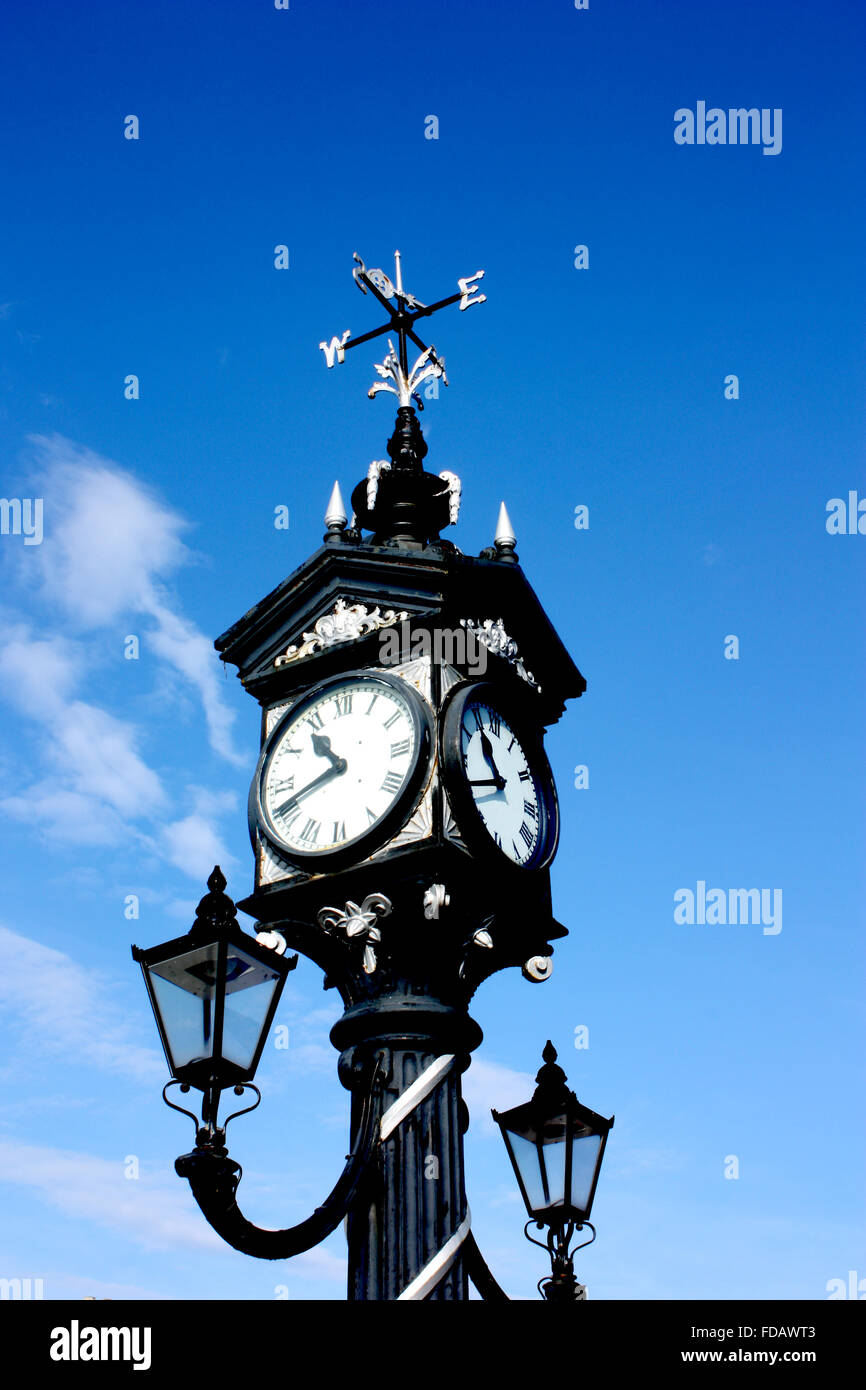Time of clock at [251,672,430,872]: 10:41
